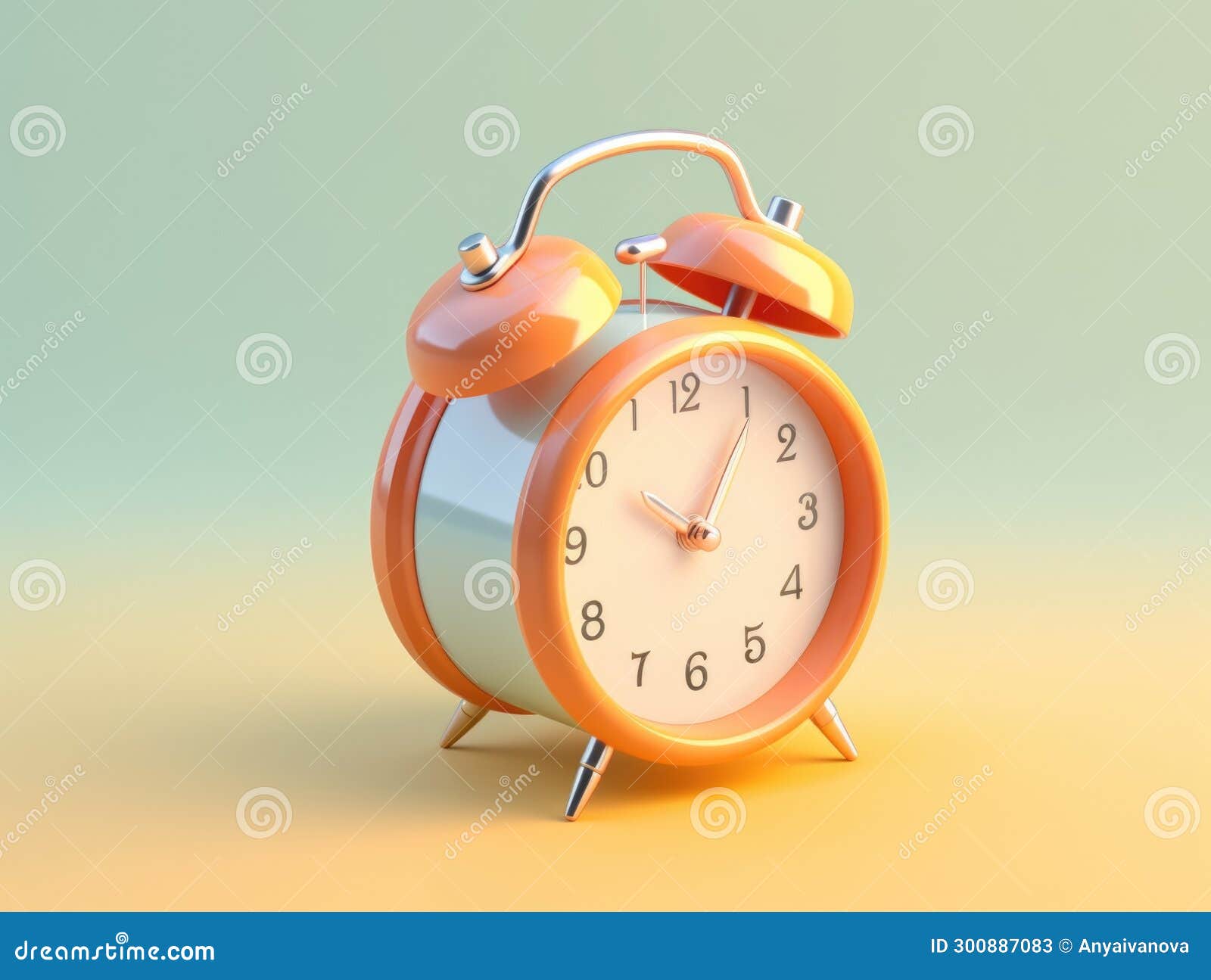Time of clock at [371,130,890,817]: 10:05
